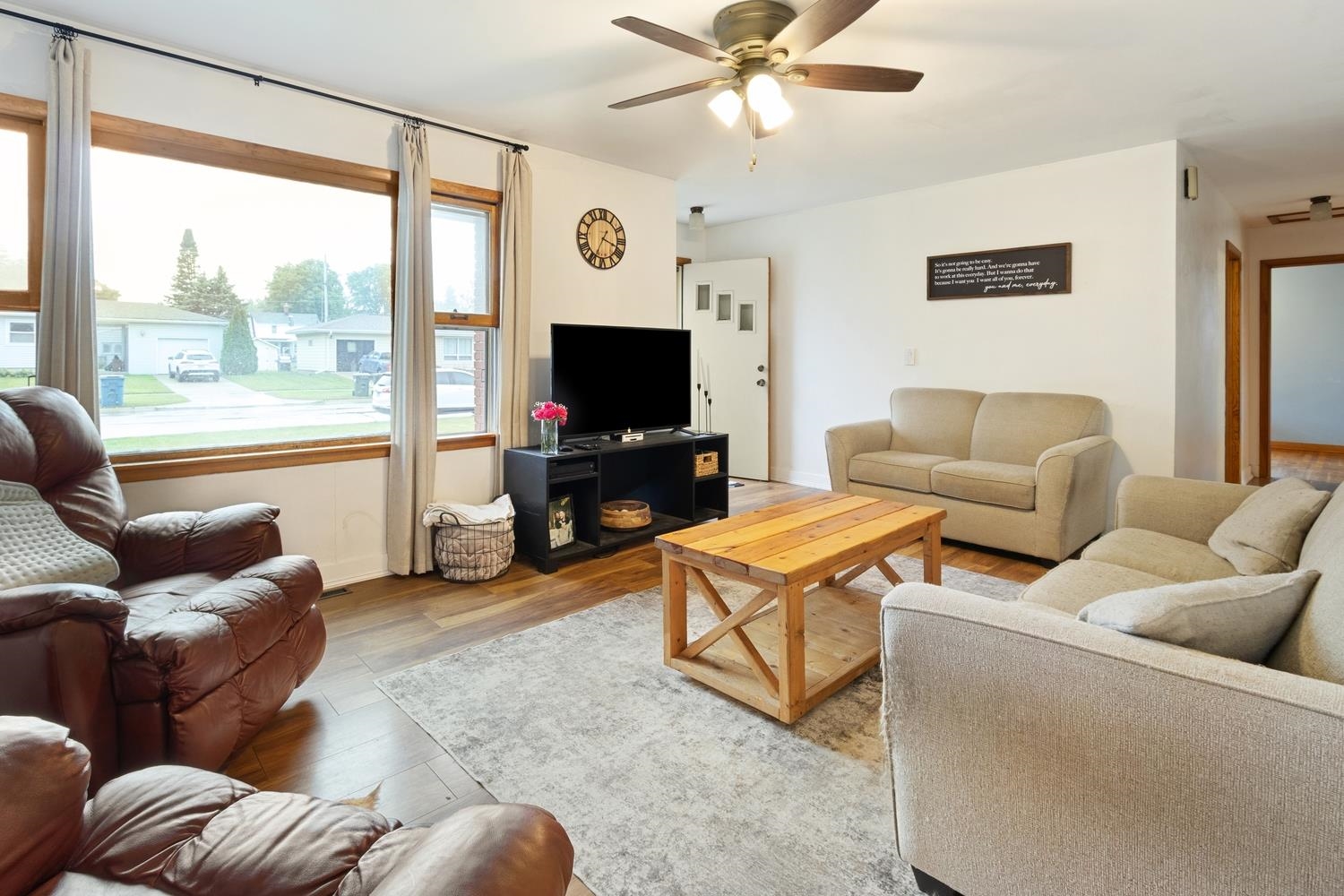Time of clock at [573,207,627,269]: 3:34
